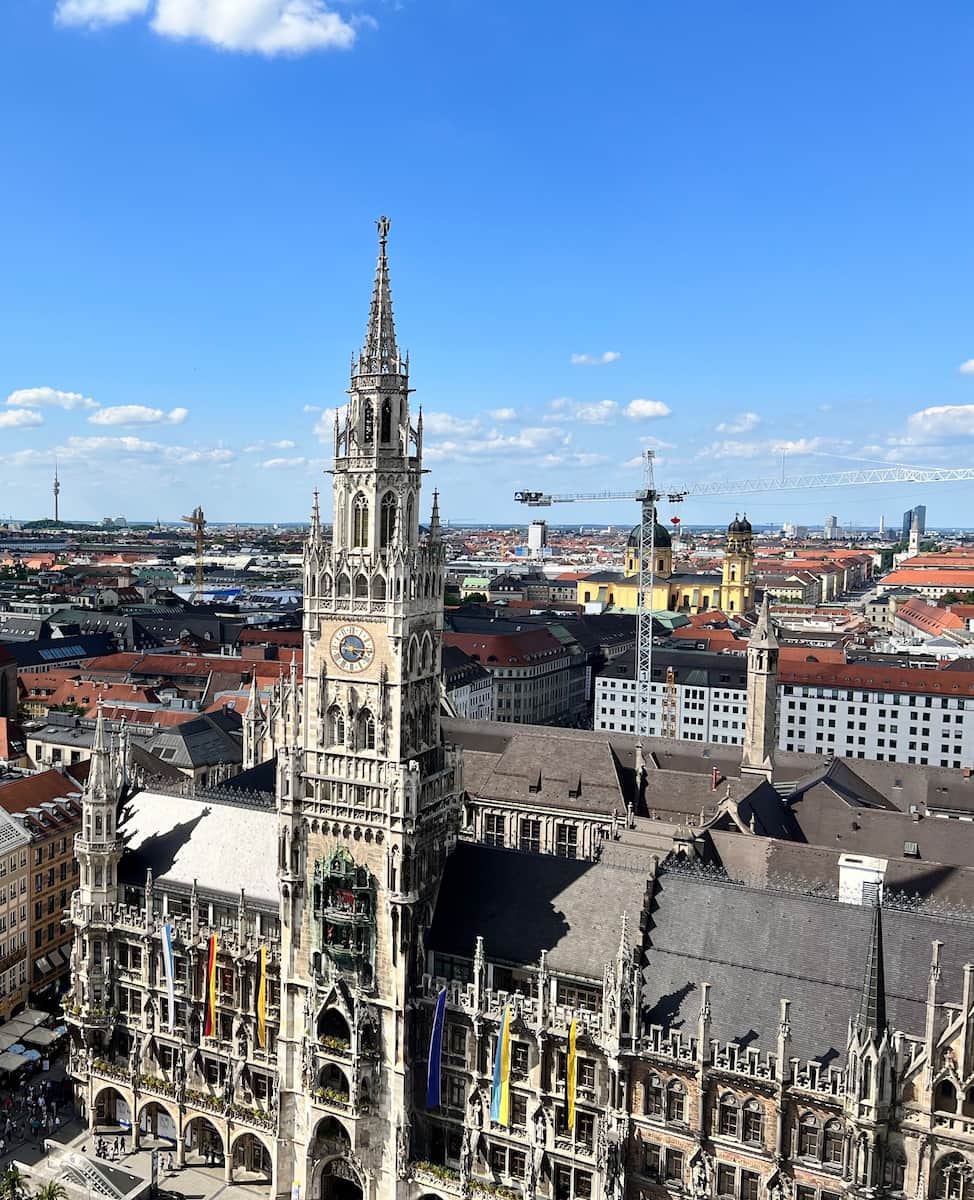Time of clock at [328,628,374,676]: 4:15
